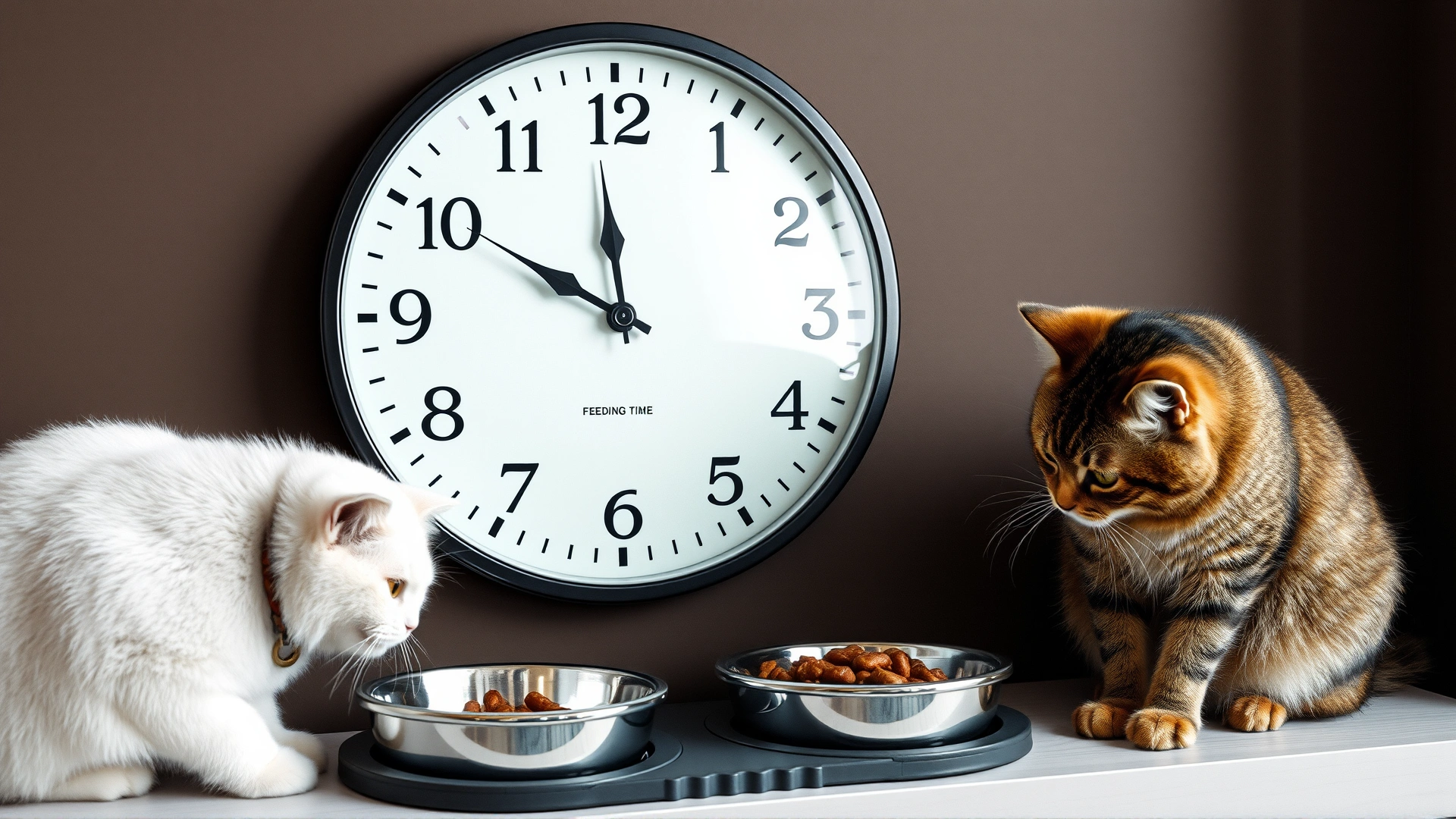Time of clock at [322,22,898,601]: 11:49
